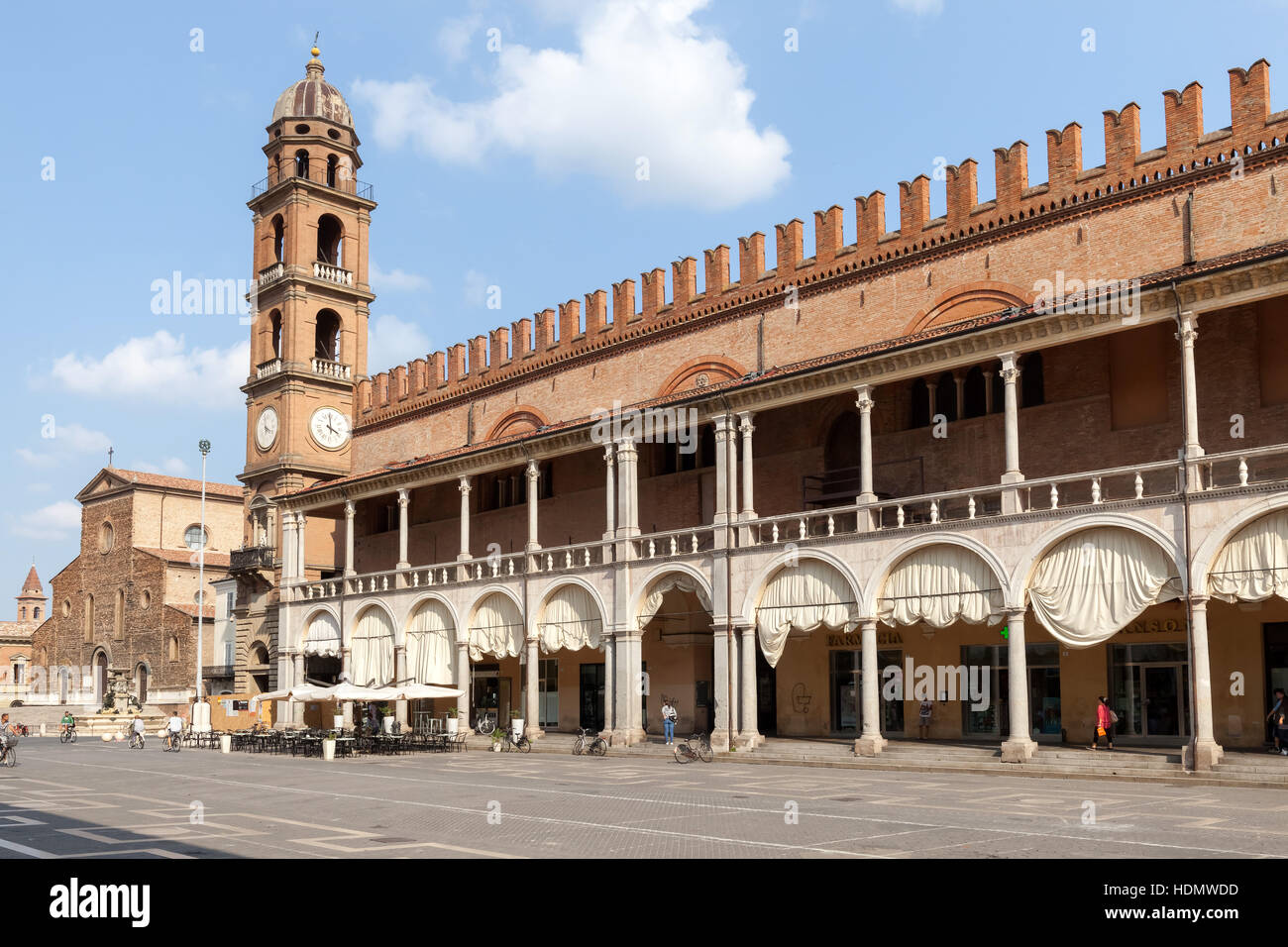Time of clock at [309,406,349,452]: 3:59
